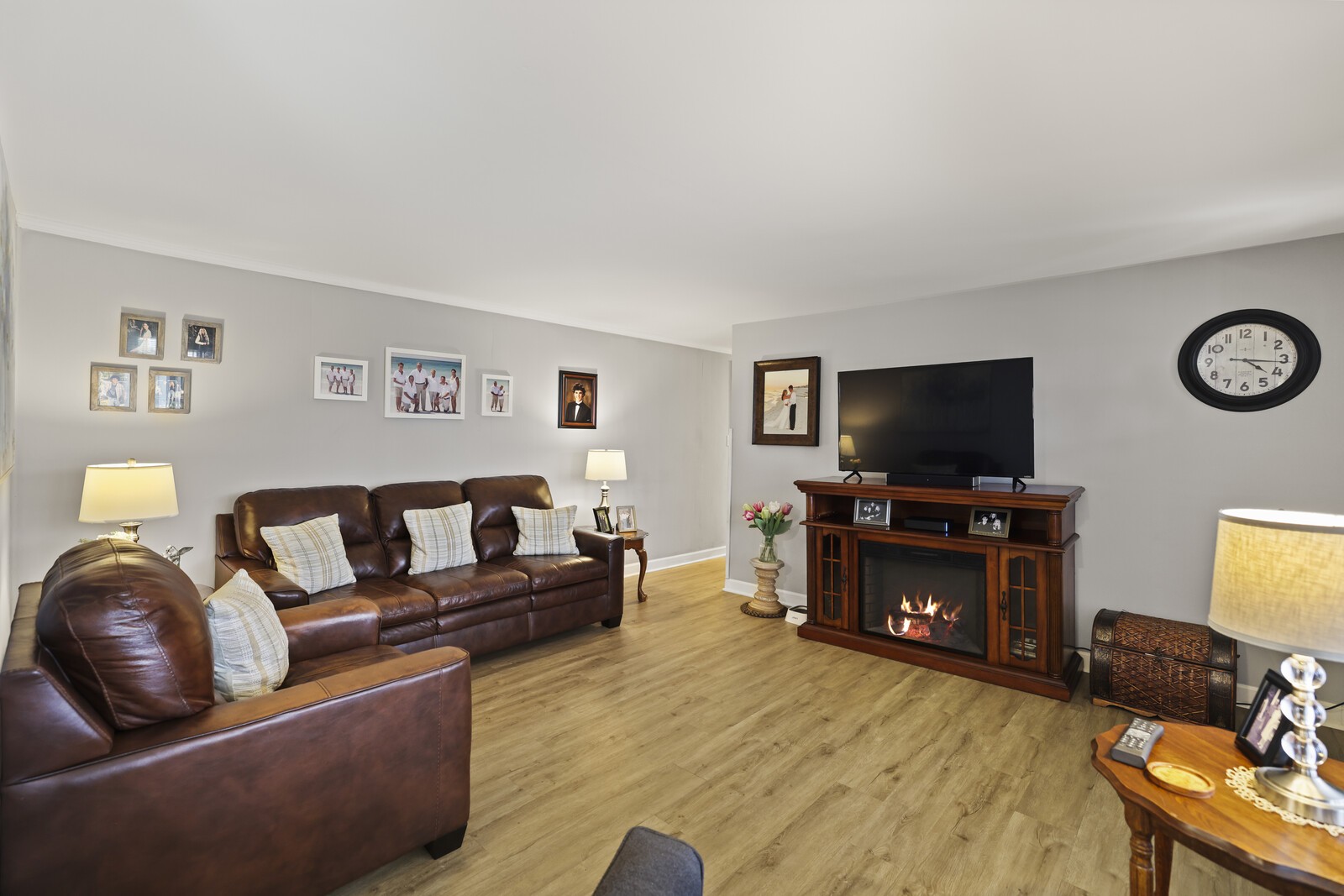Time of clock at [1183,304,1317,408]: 4:16
